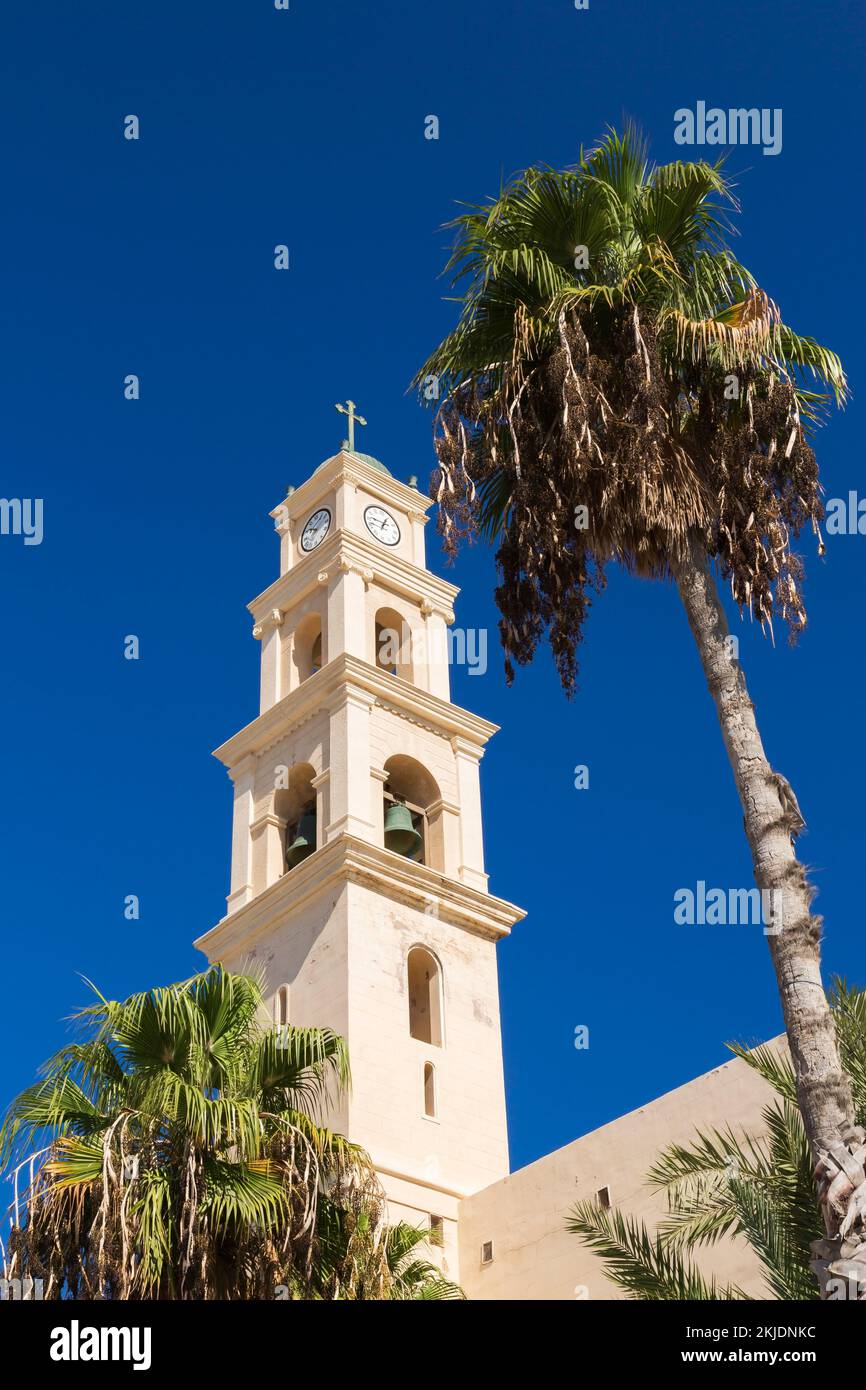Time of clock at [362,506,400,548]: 12:46
